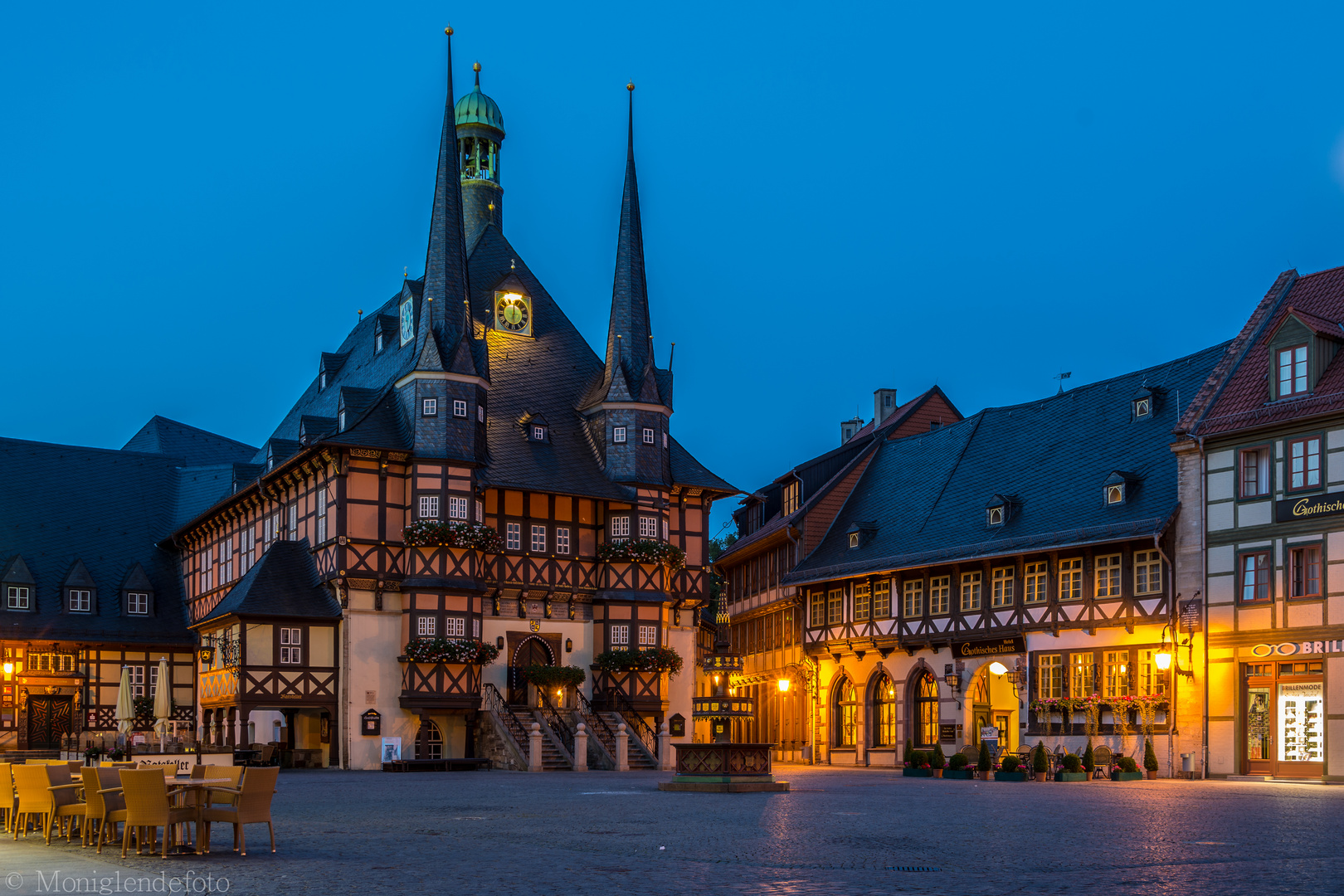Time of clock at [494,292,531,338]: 6:00
